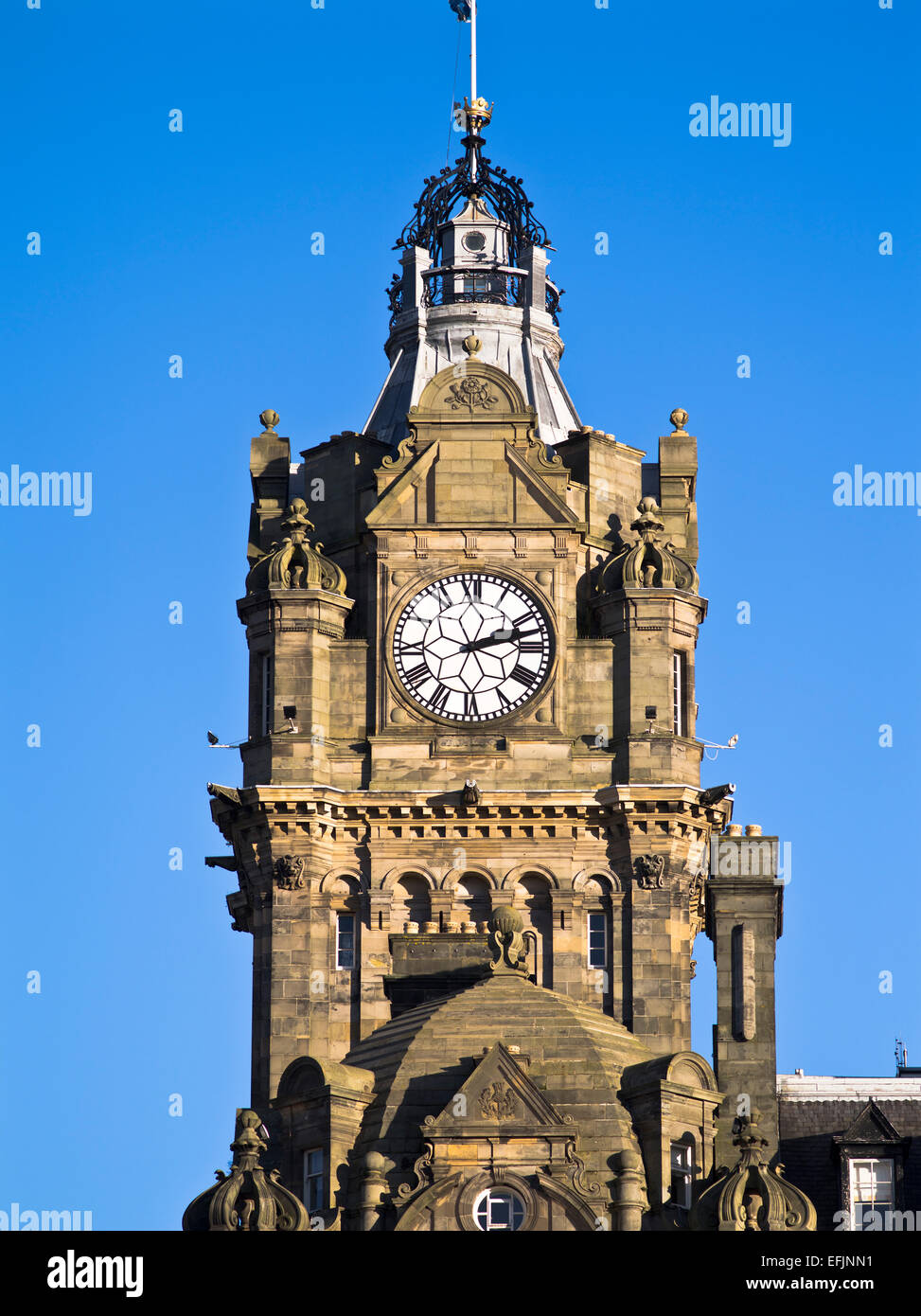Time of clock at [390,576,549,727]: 2:12
